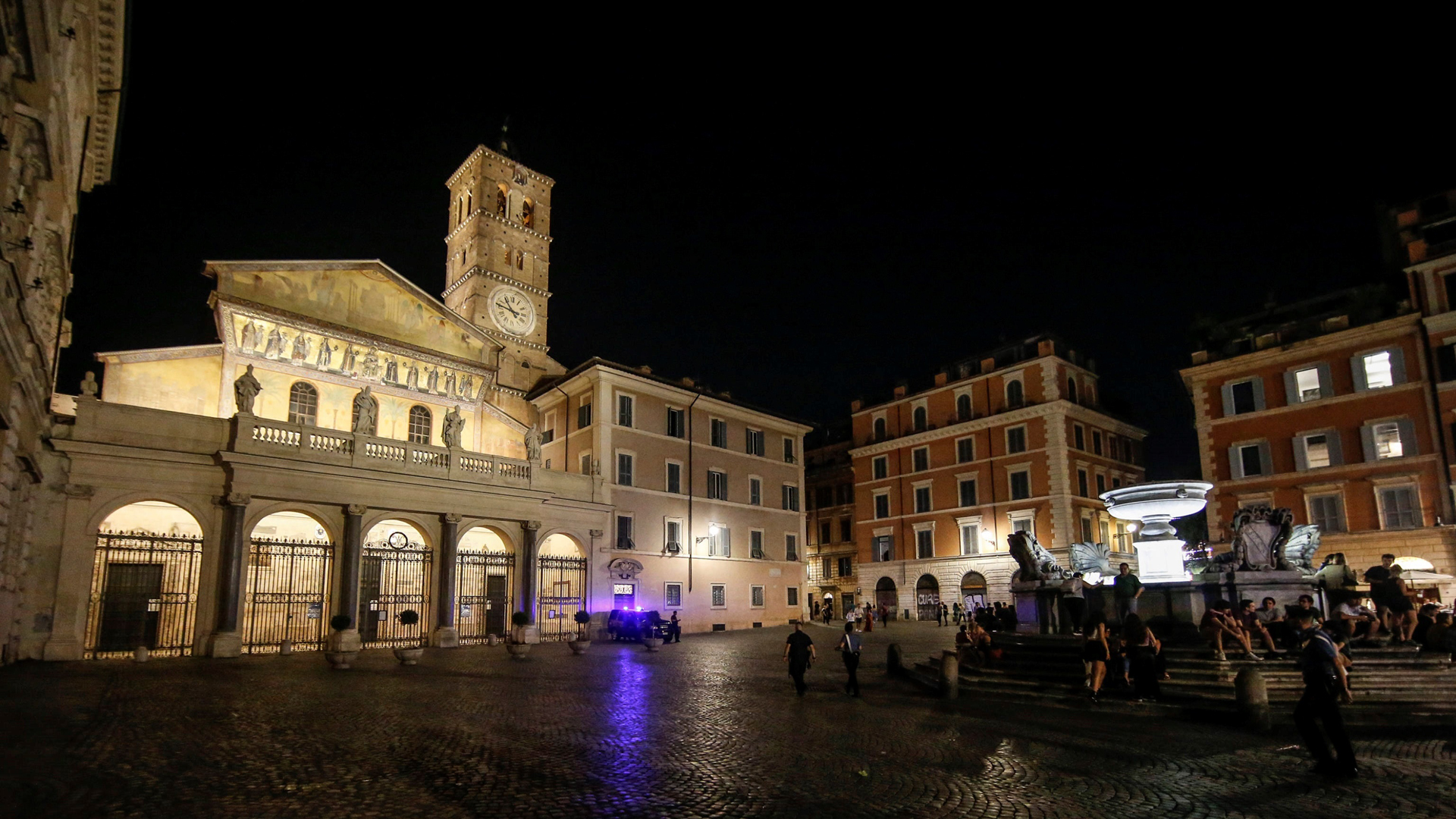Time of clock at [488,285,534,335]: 10:46
